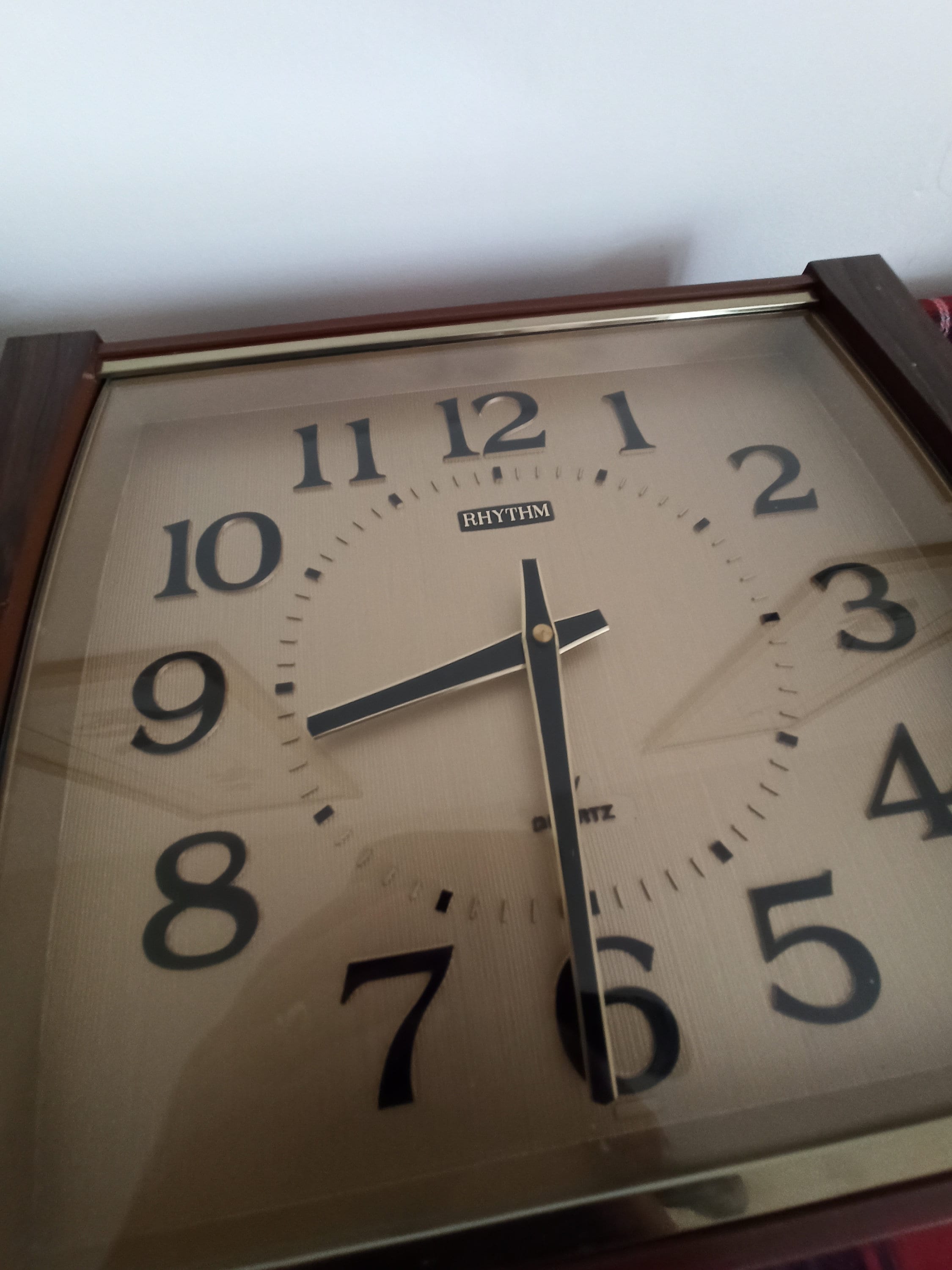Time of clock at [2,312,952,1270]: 8:30
